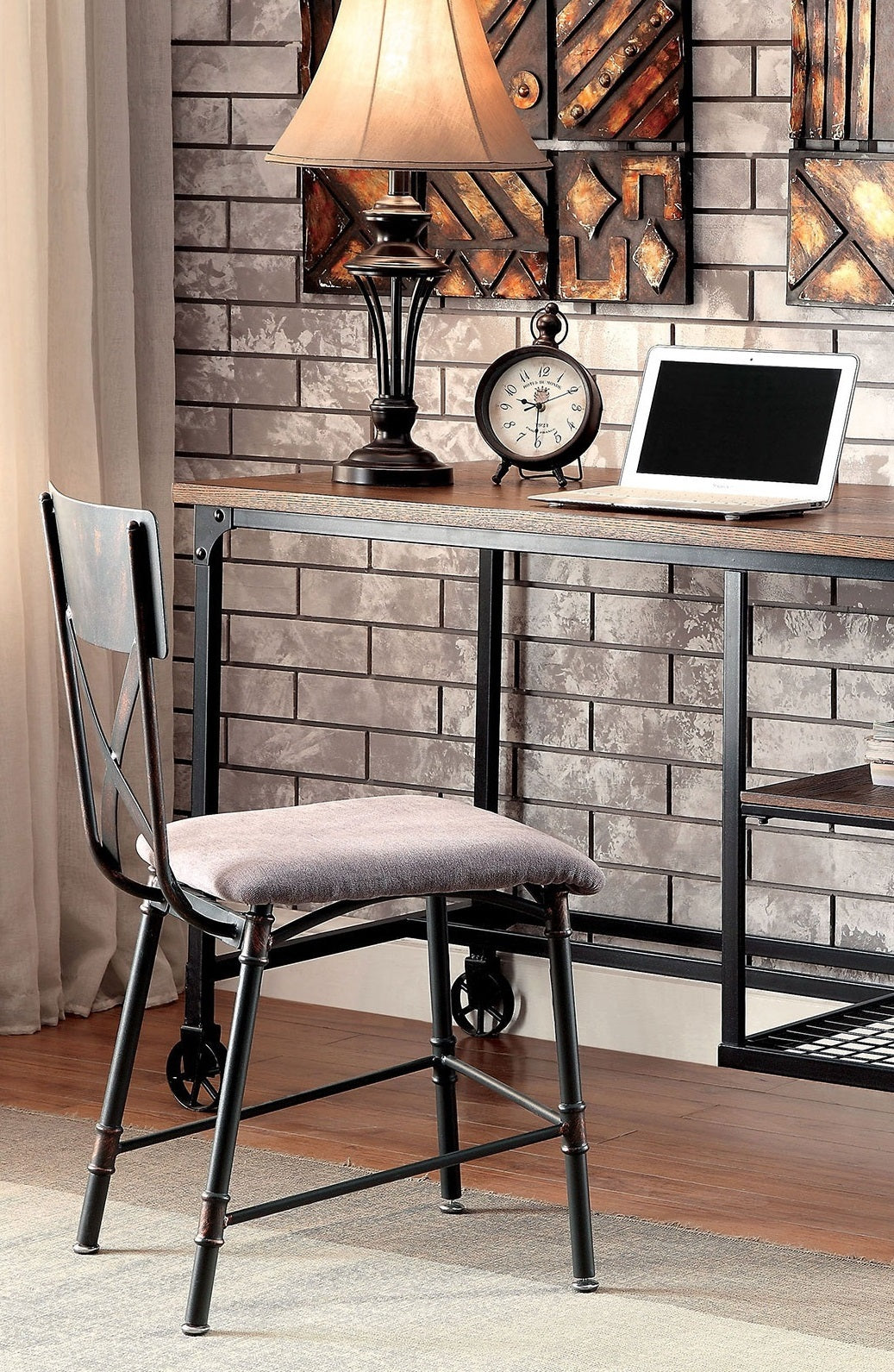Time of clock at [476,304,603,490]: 9:30
